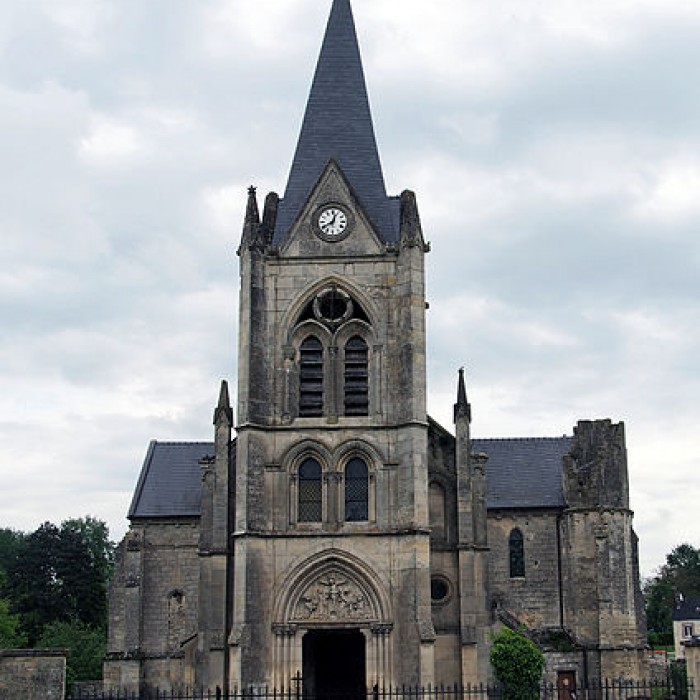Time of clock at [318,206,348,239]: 12:40
